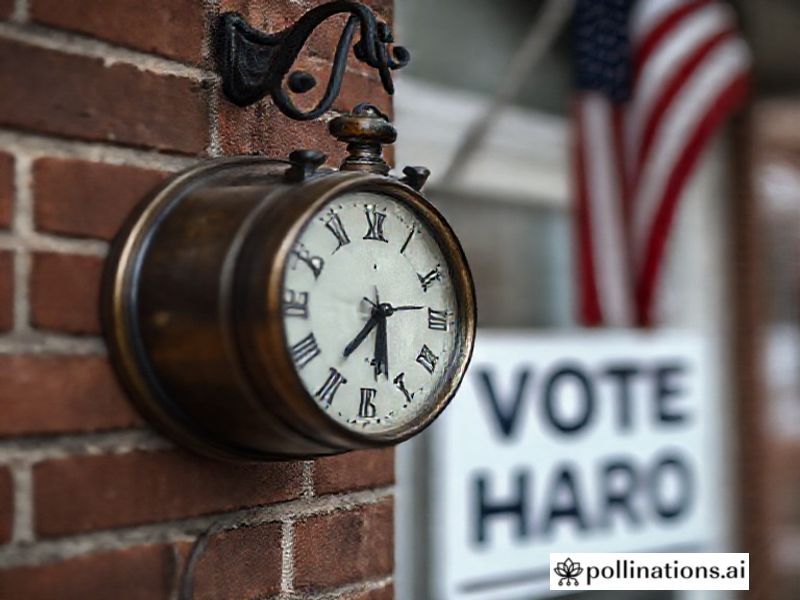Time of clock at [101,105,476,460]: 5:35
